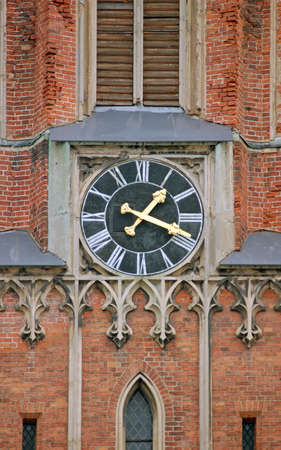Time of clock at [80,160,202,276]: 1:18
